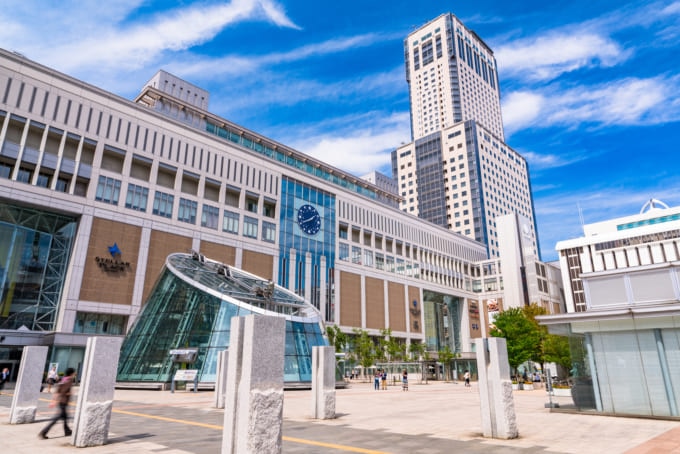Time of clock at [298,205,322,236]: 1:41
